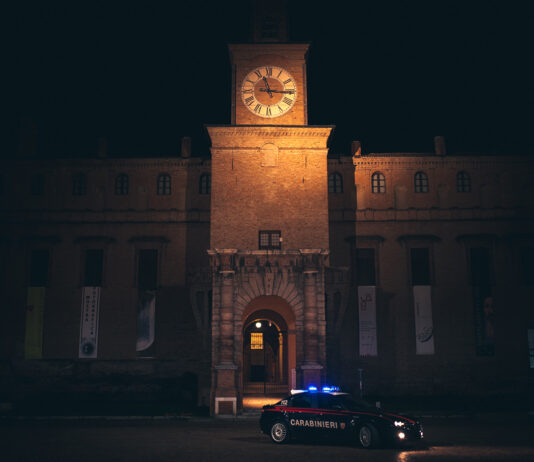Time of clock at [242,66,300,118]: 11:15
